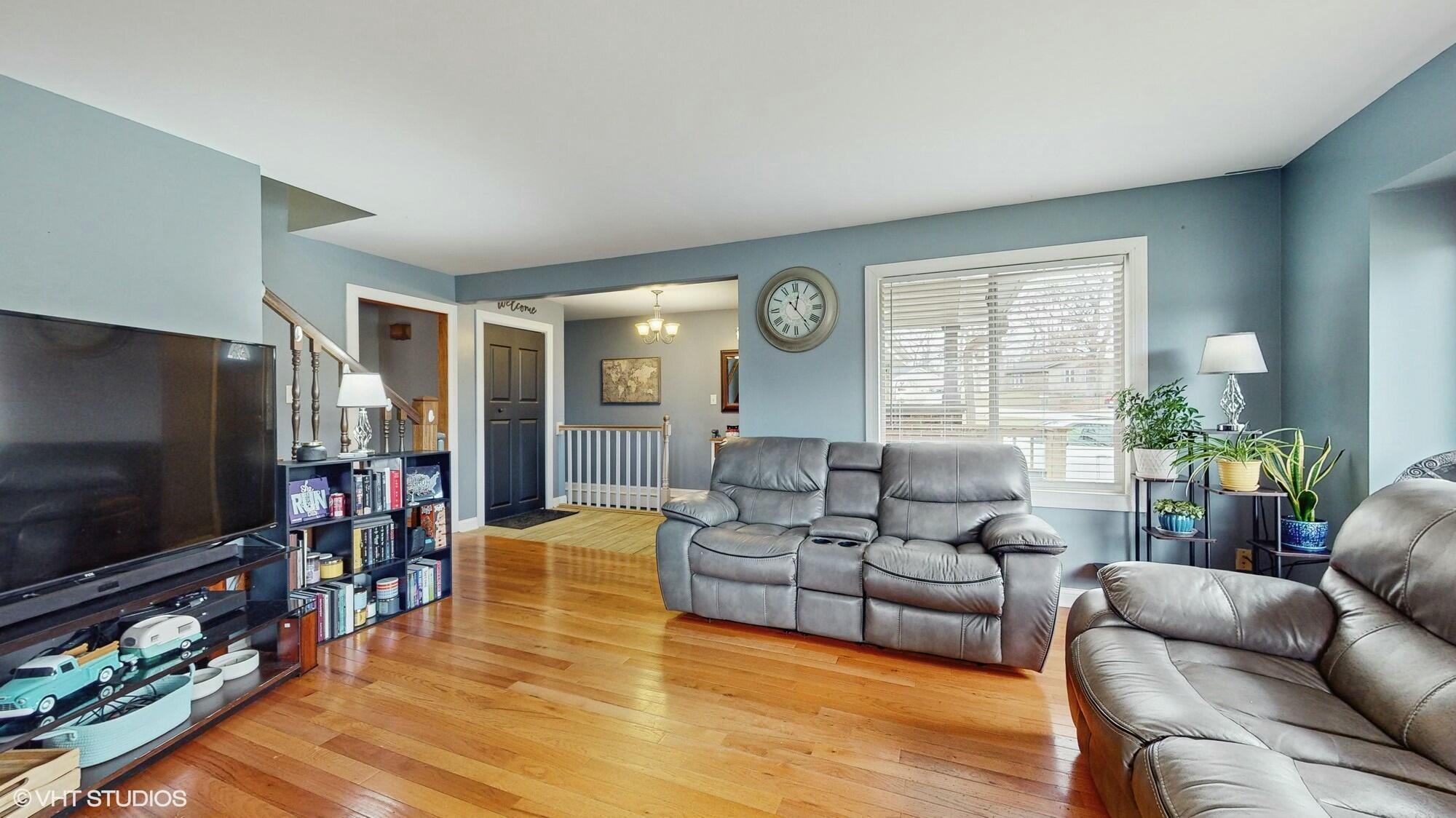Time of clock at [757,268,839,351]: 12:23
